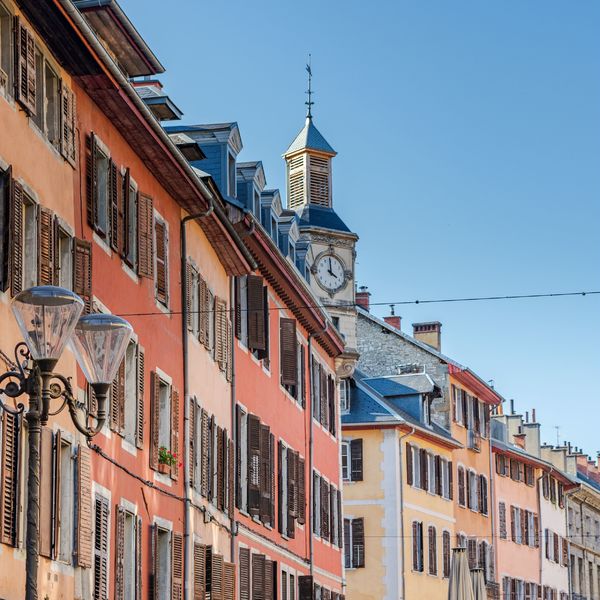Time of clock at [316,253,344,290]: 3:59
